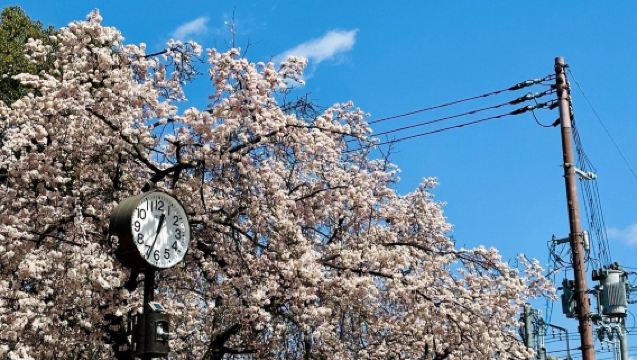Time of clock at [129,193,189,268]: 12:33
